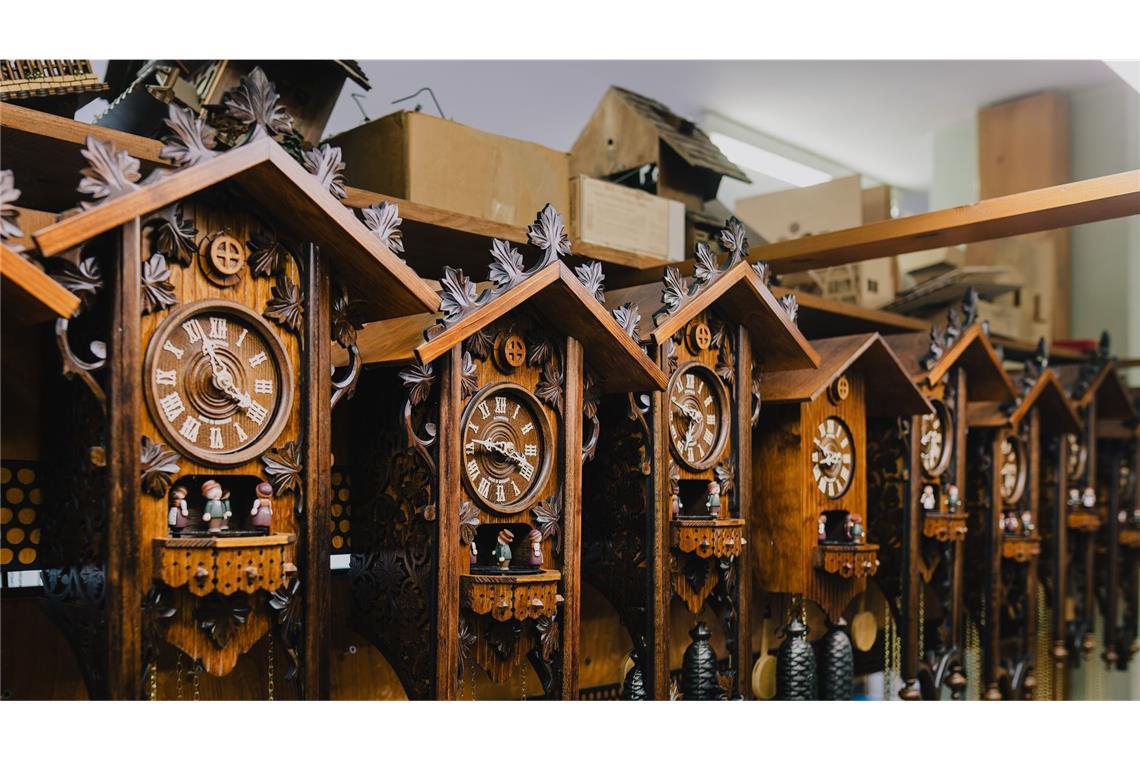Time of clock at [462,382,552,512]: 3:47
